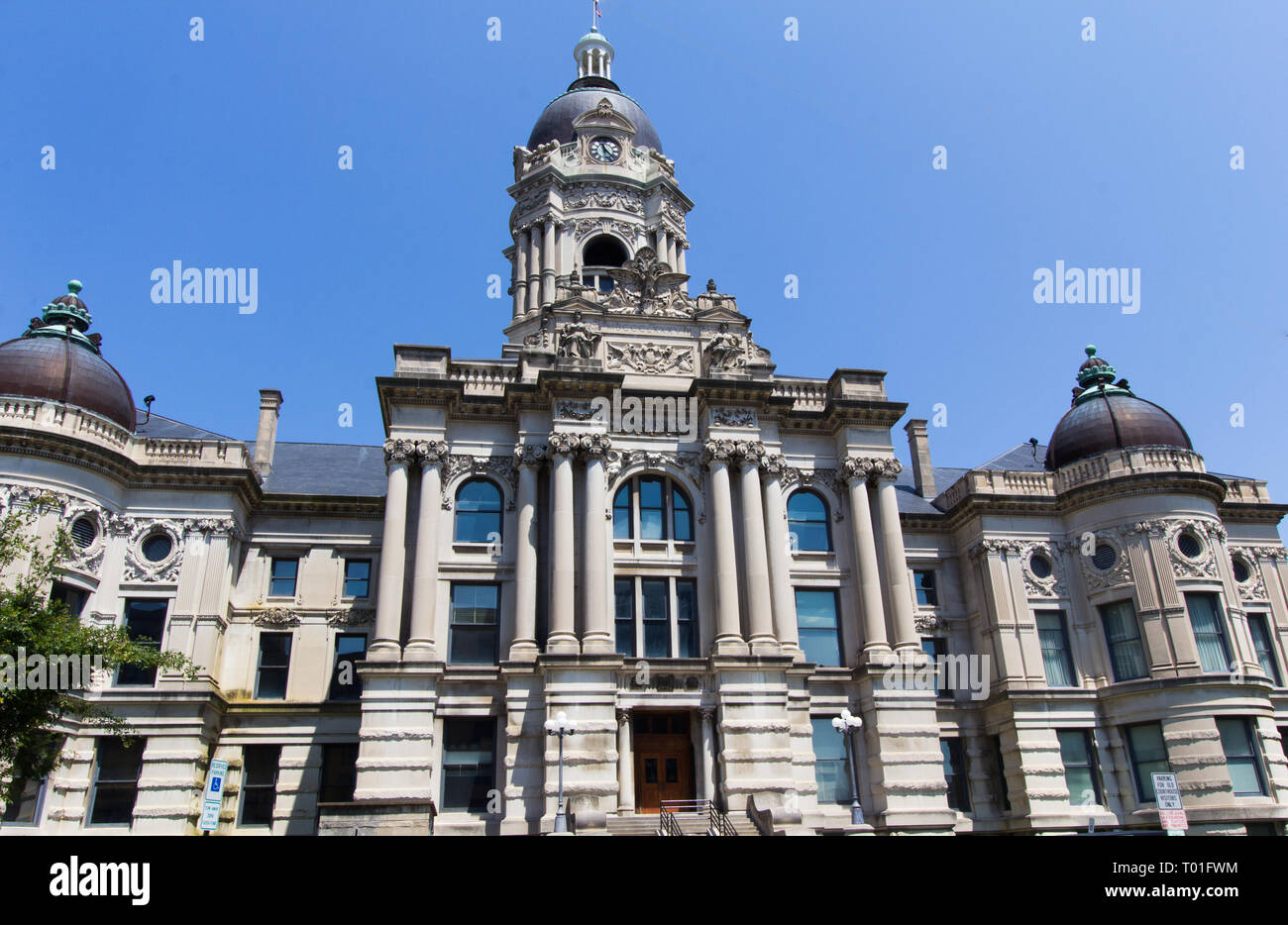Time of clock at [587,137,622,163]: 11:22
